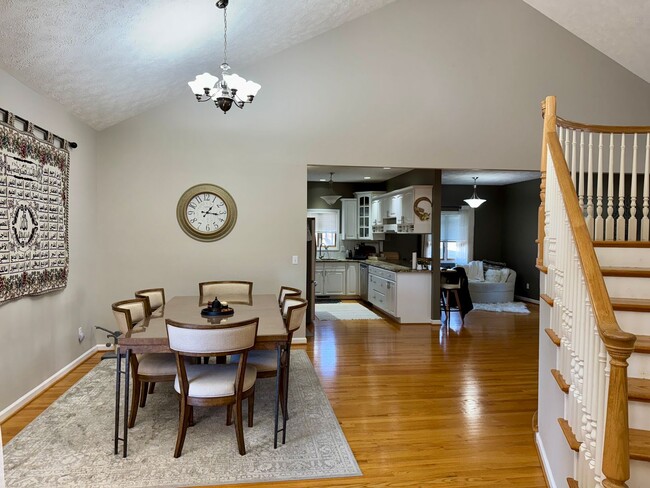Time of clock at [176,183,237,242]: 1:16
